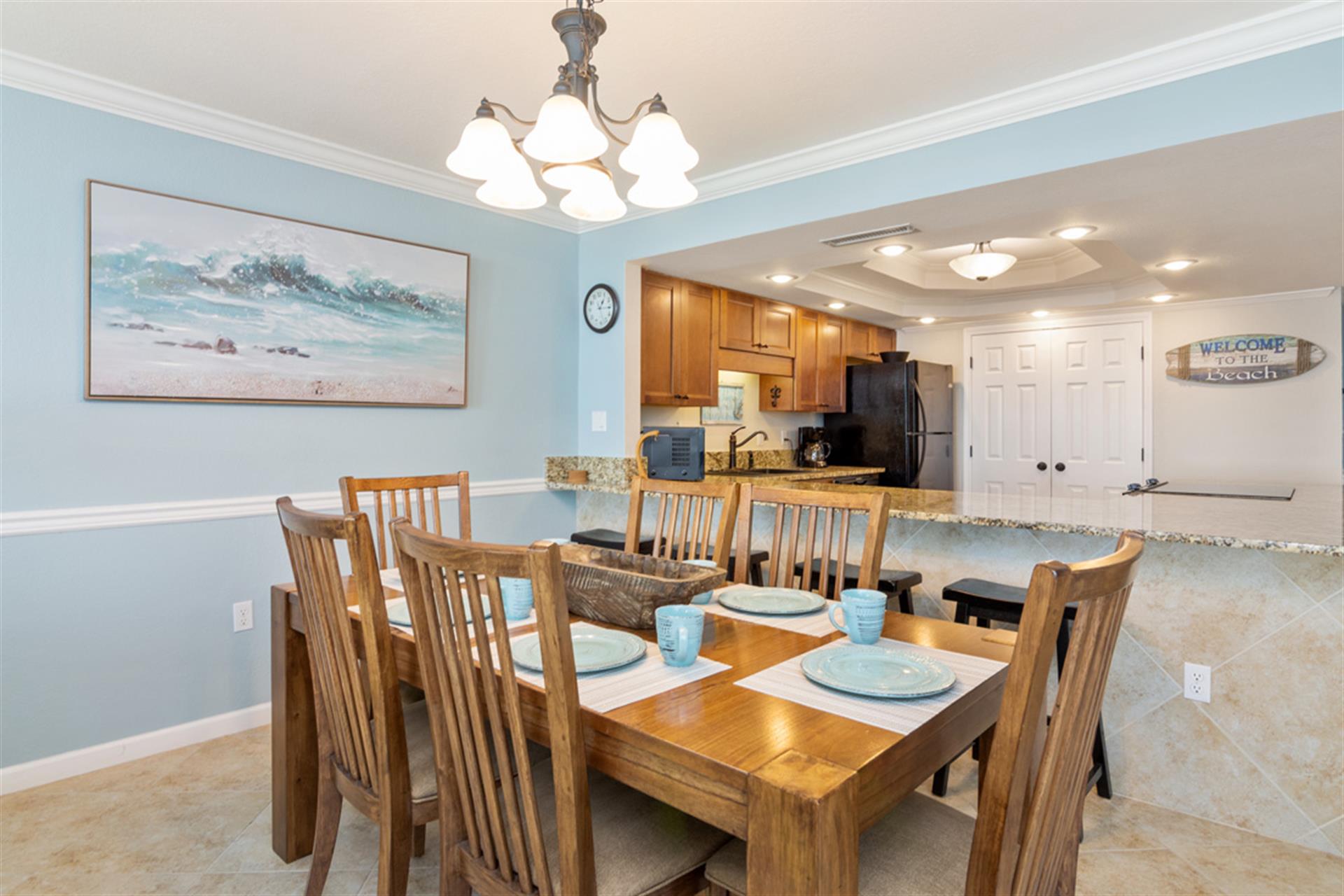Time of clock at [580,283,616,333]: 1:14
